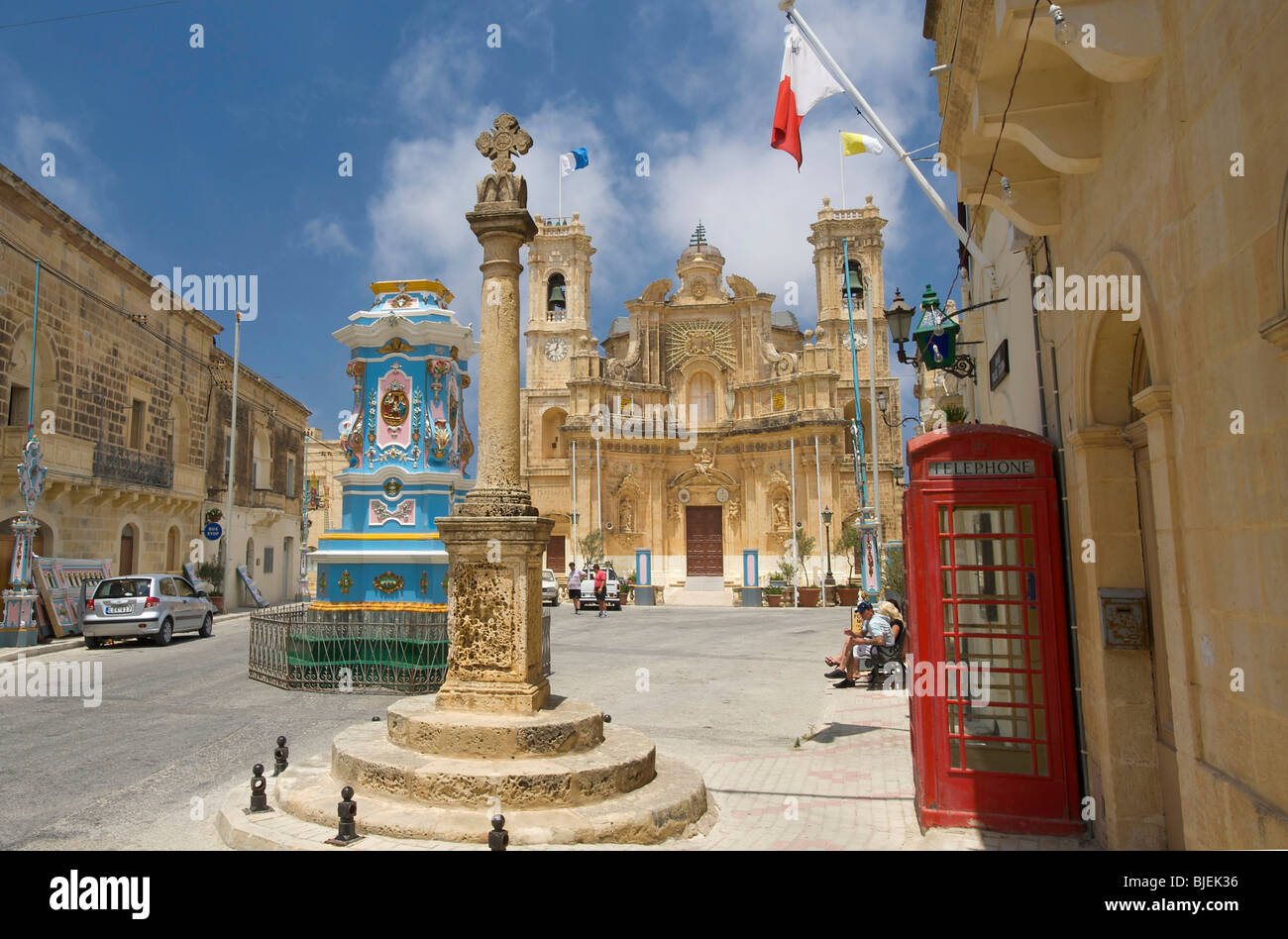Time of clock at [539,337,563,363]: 12:41
